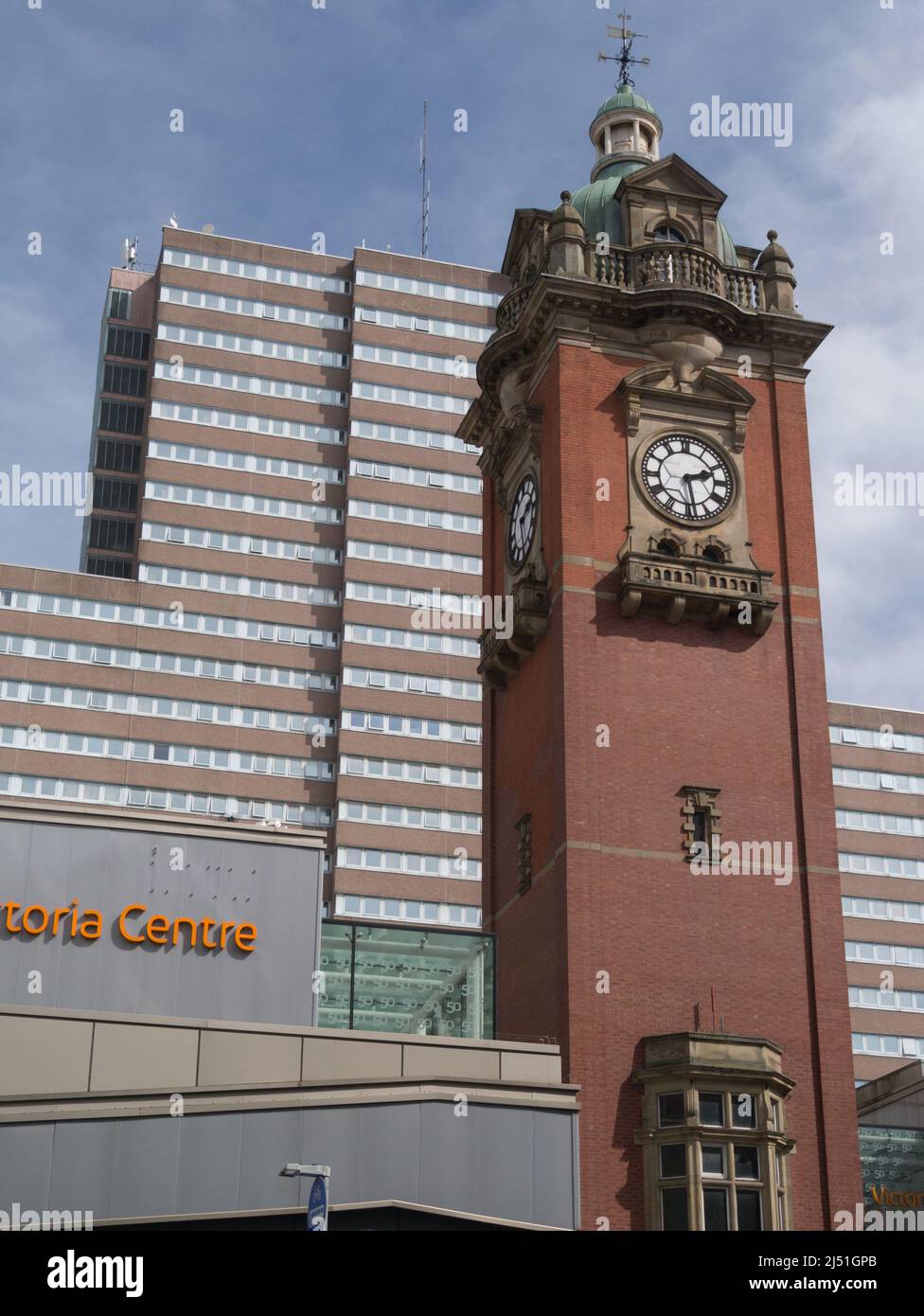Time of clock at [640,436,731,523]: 2:28
